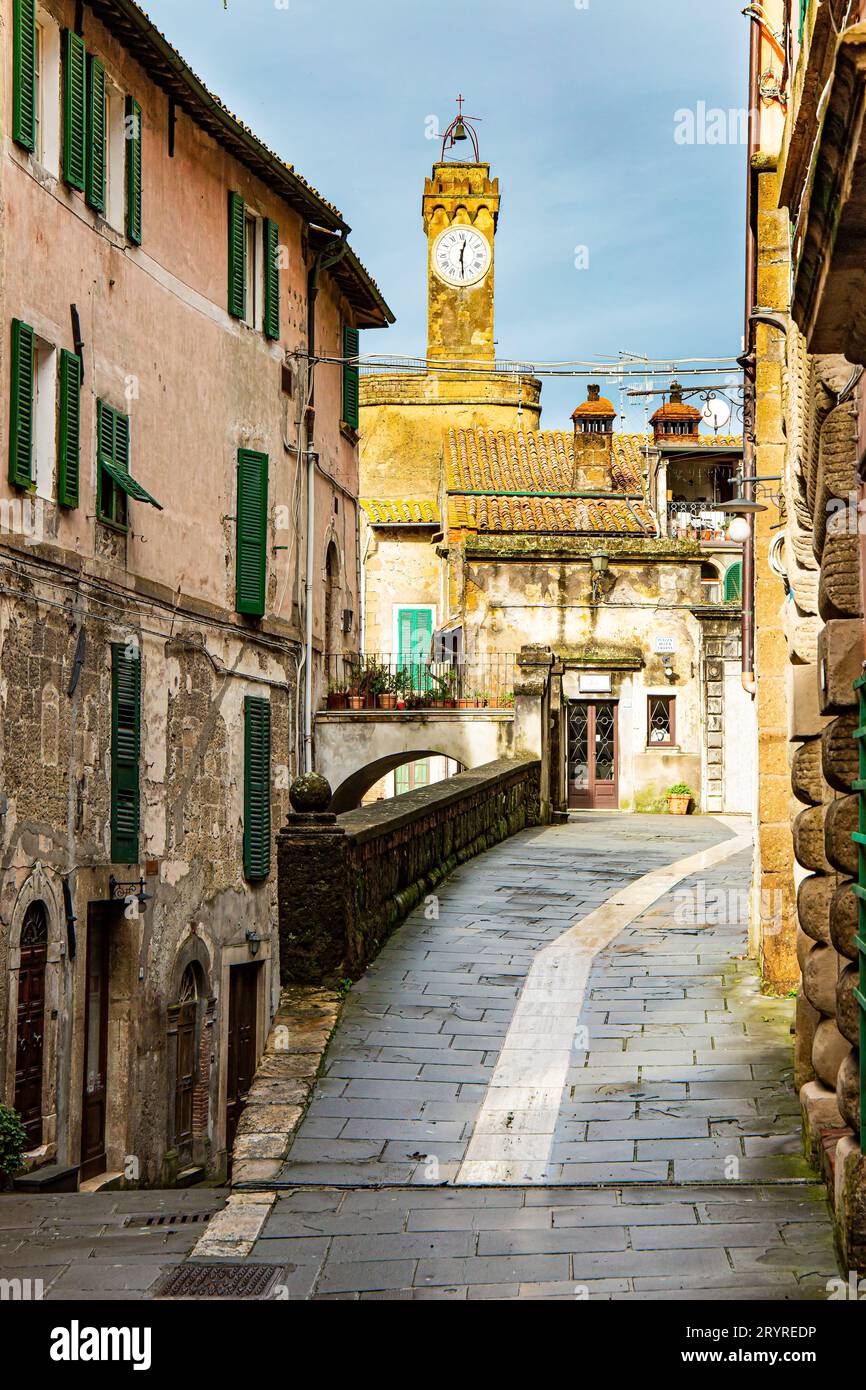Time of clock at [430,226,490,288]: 12:29
